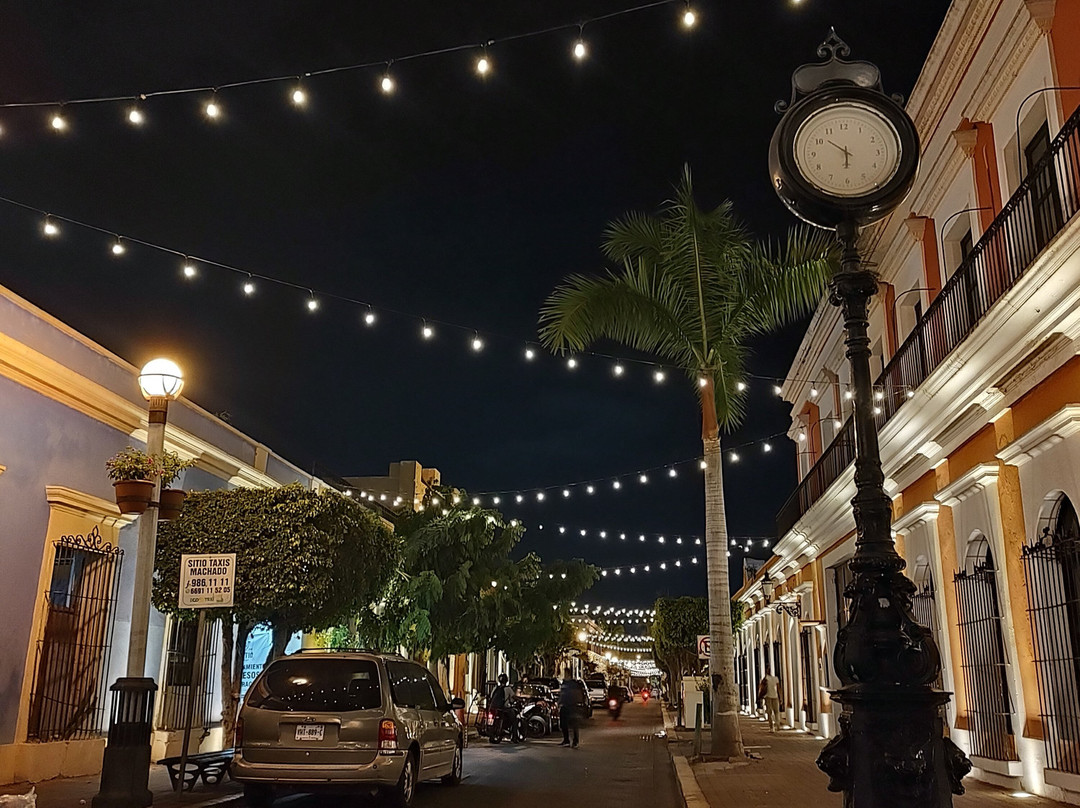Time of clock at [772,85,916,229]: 5:51
